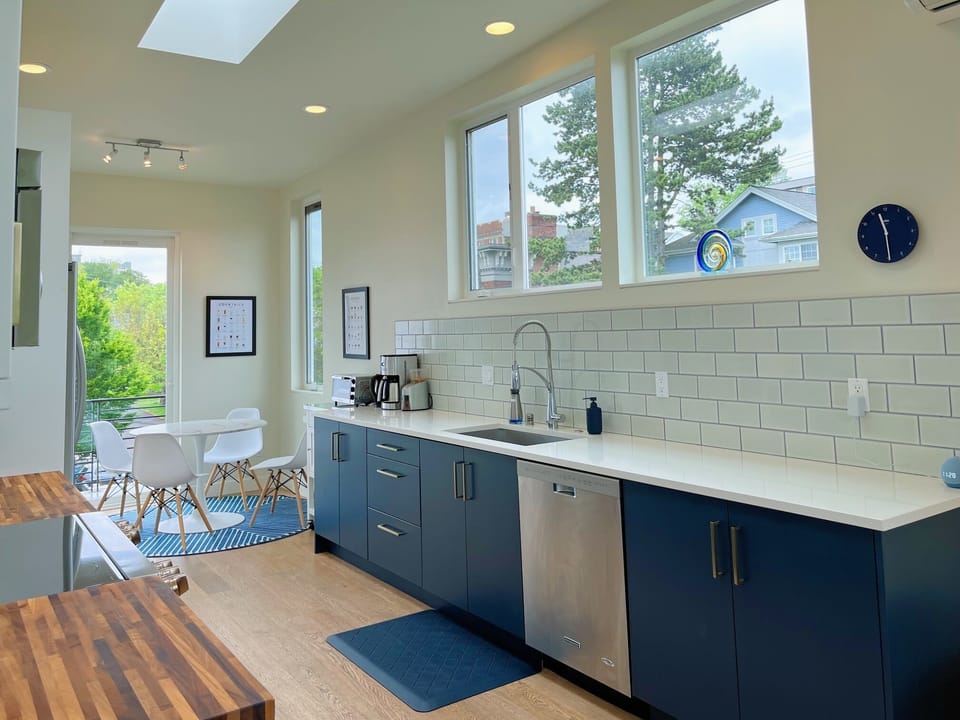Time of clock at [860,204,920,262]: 11:29
